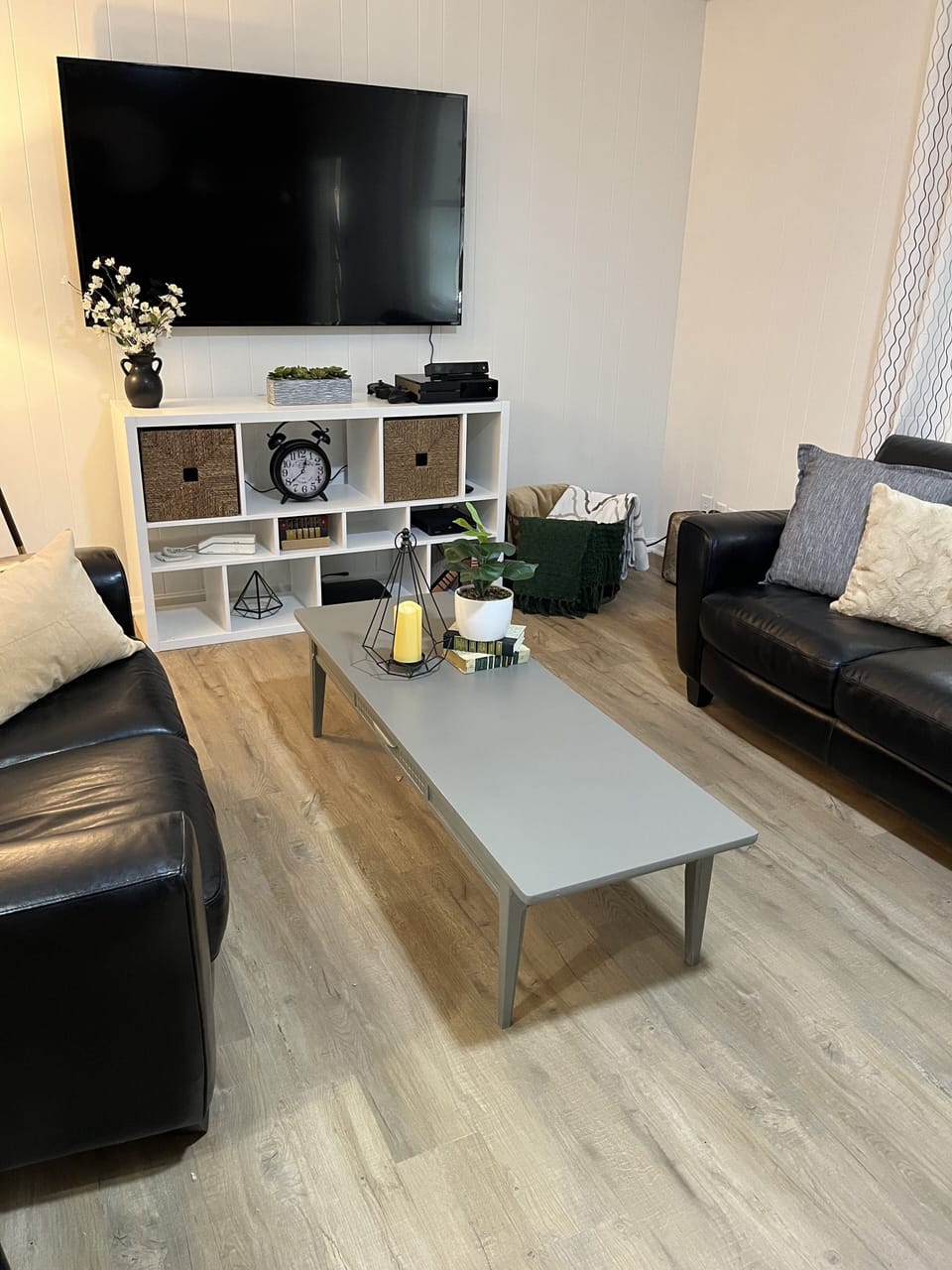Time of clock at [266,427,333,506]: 12:38
